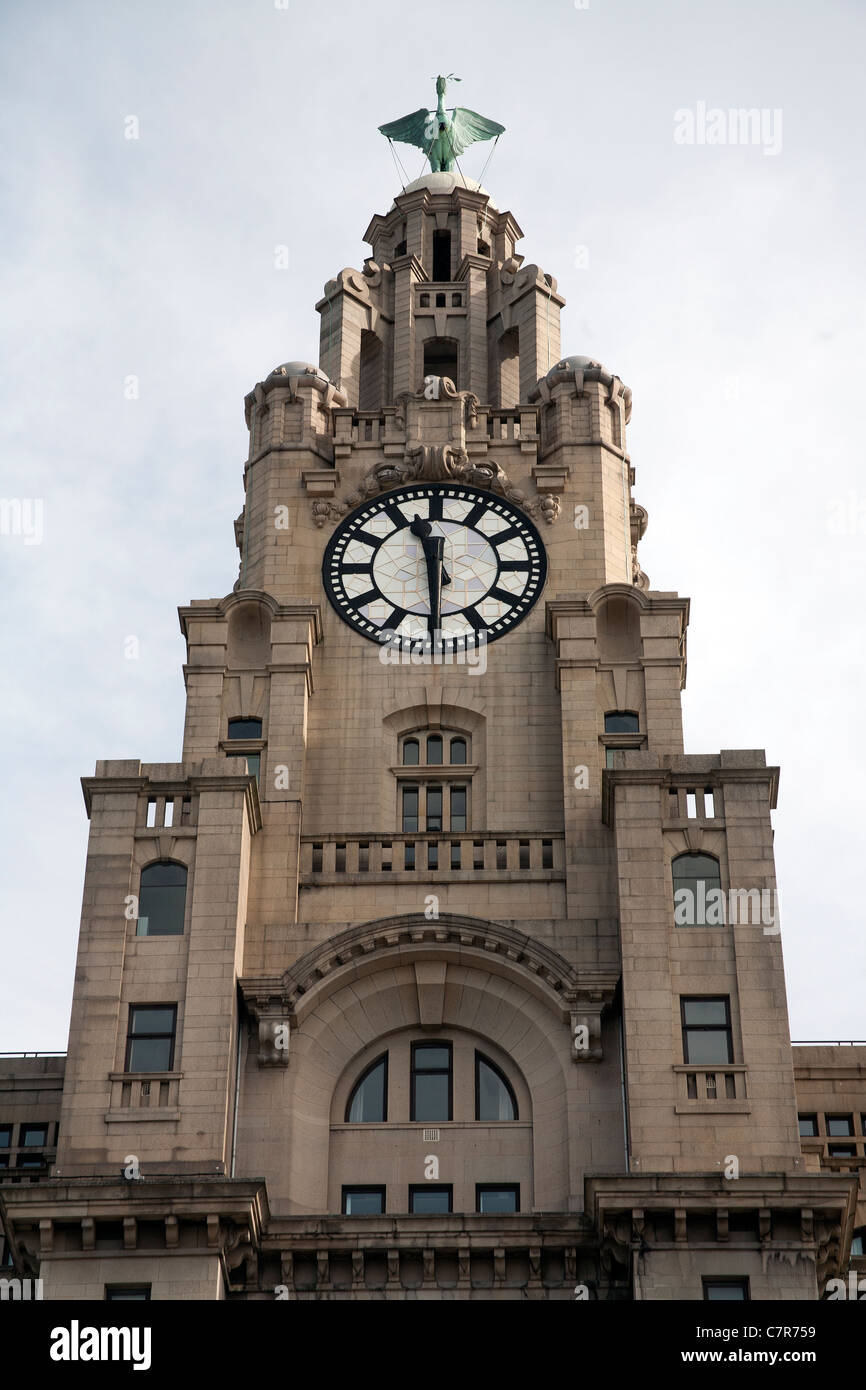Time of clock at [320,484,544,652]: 11:29
